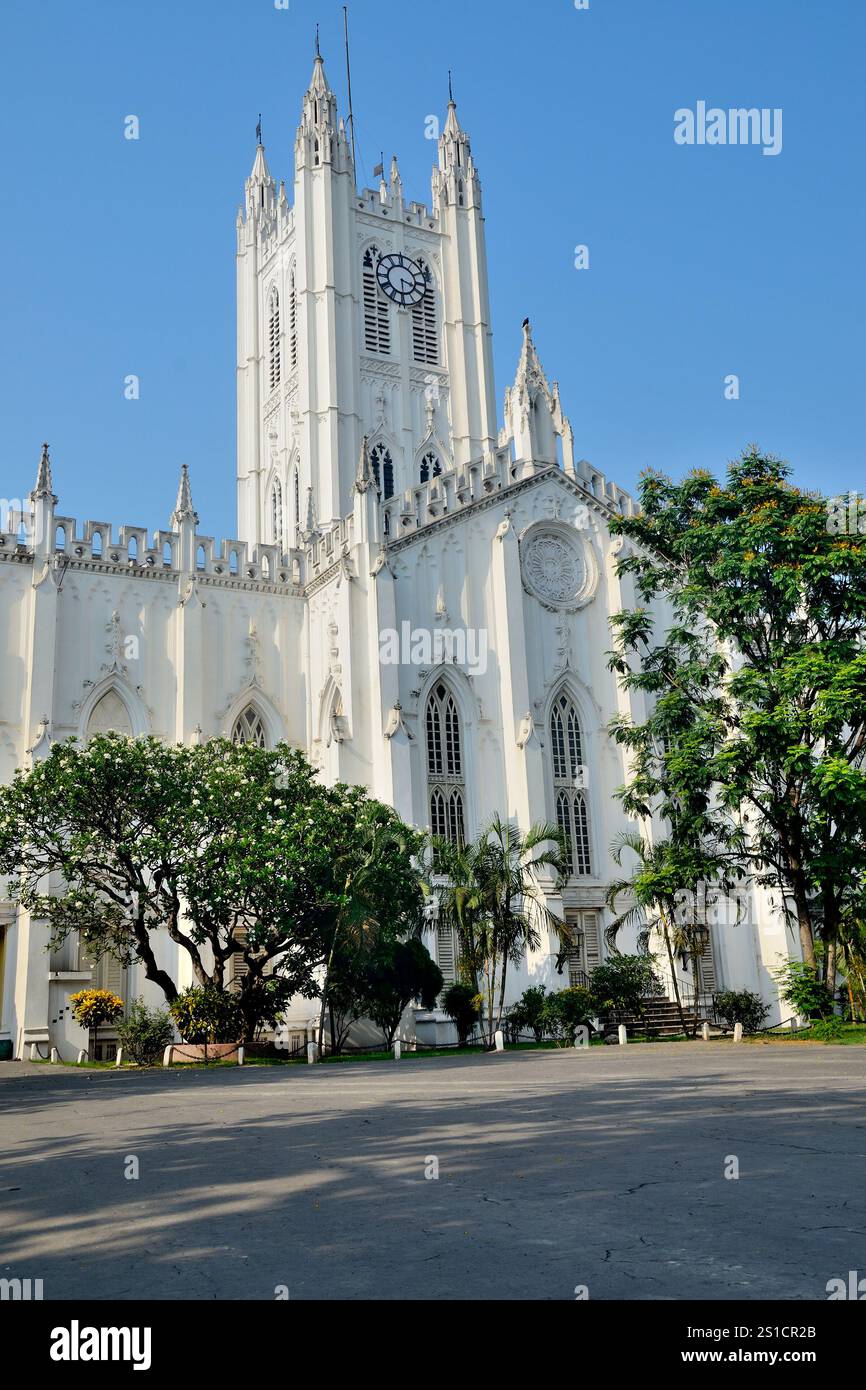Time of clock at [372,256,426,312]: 3:29
